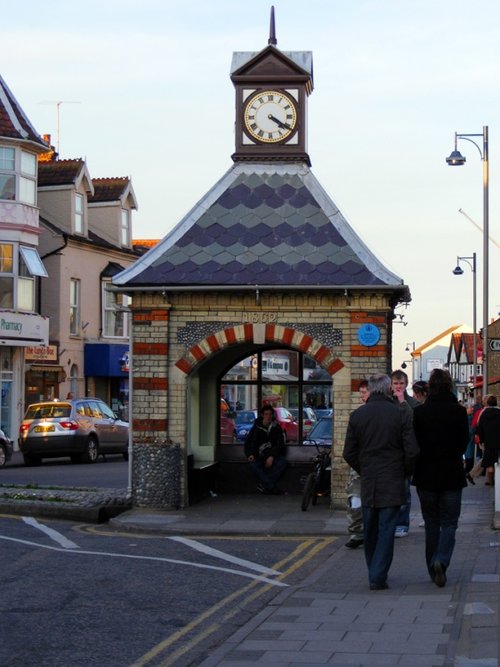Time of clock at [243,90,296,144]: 4:20
